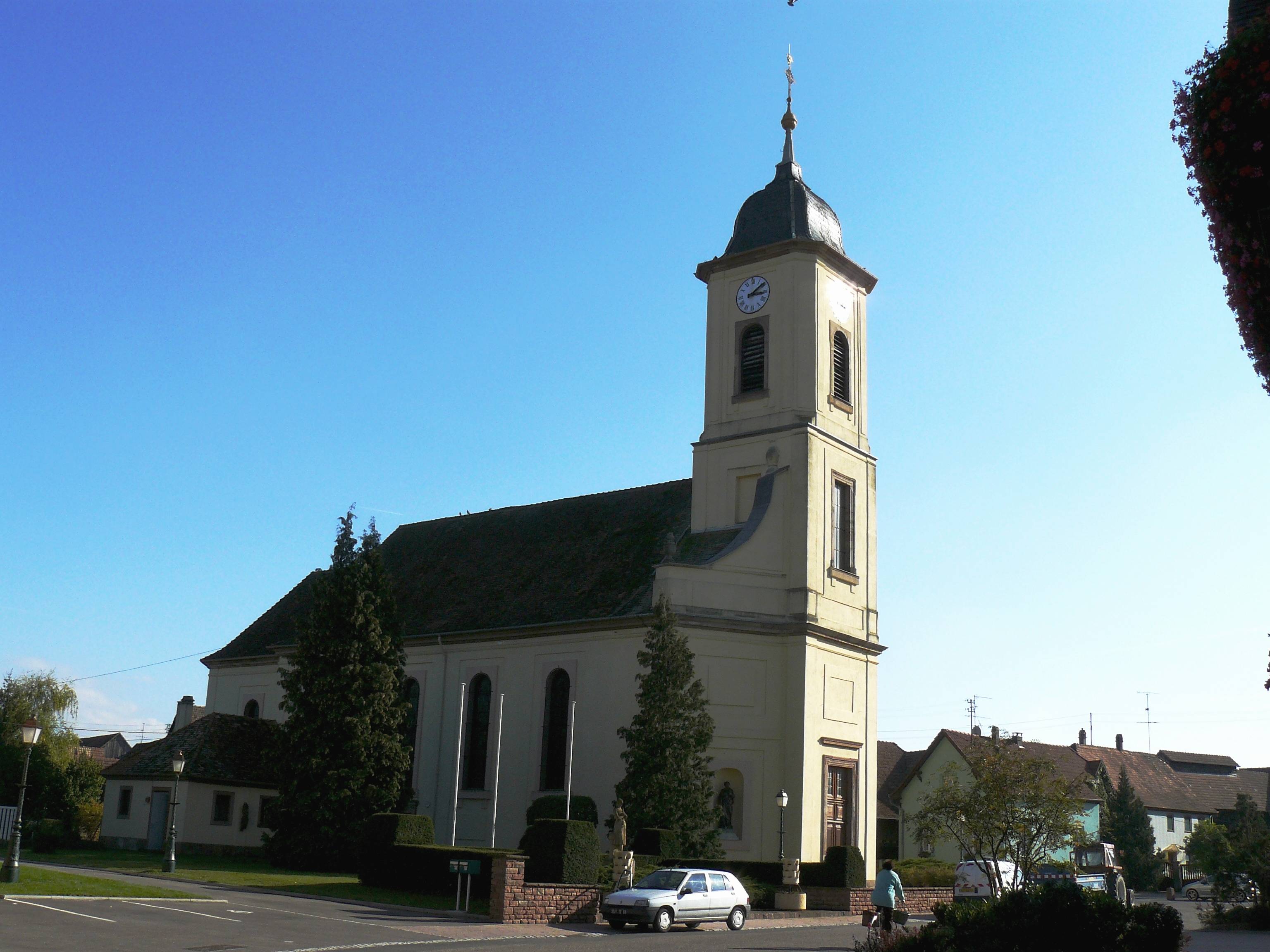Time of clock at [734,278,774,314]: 3:08
